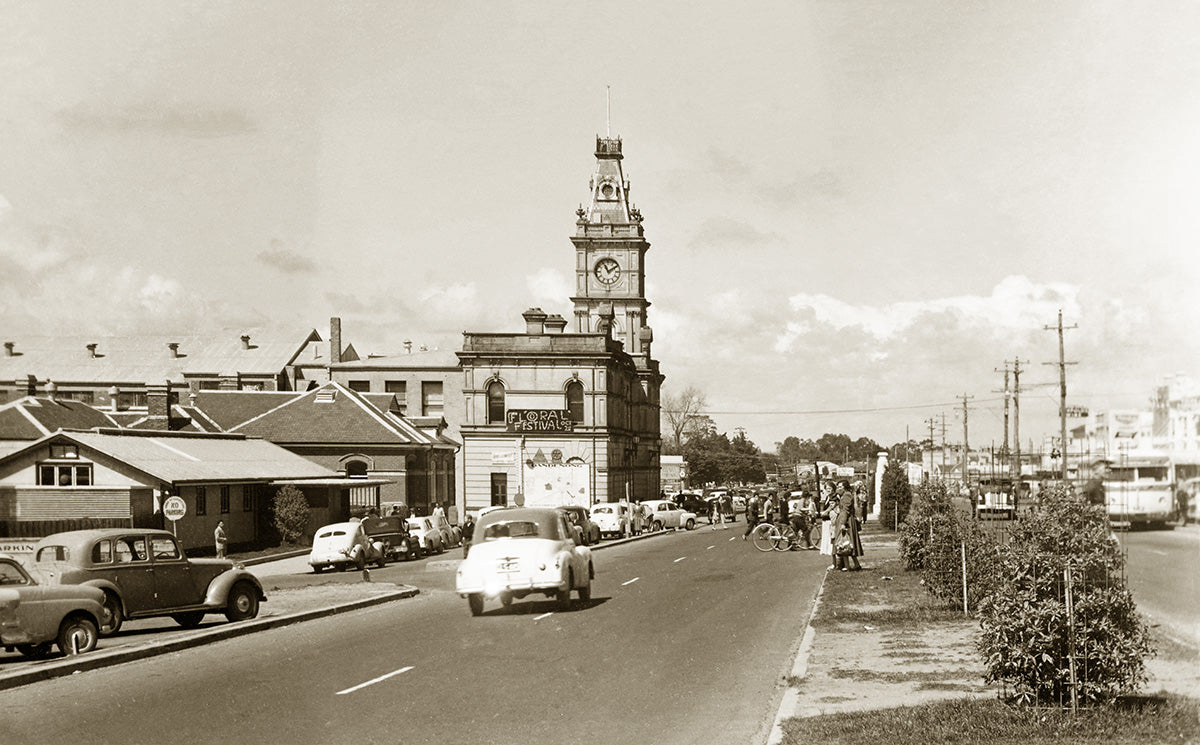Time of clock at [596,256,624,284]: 11:09
